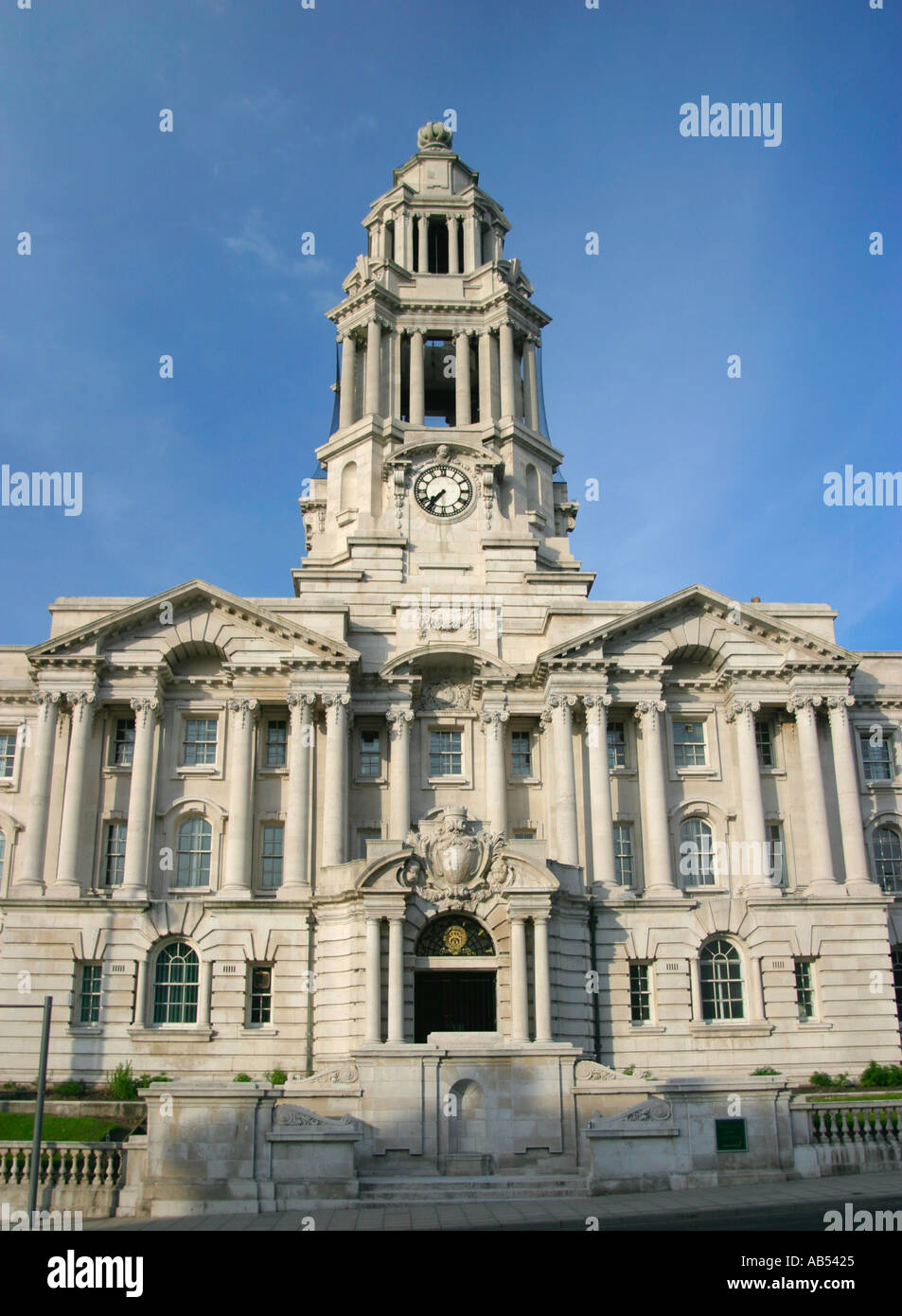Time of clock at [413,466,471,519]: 7:36
